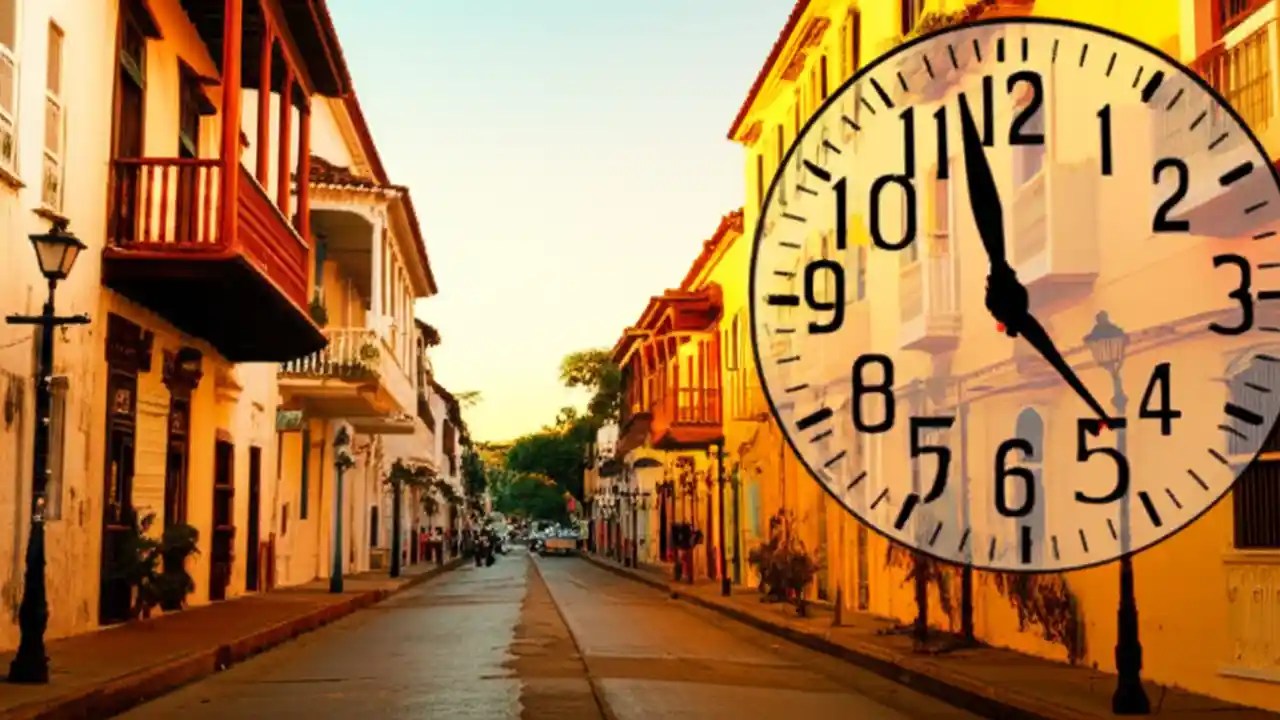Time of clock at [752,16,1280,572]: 11:23
